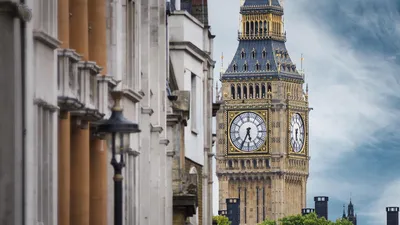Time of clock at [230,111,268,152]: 5:34
